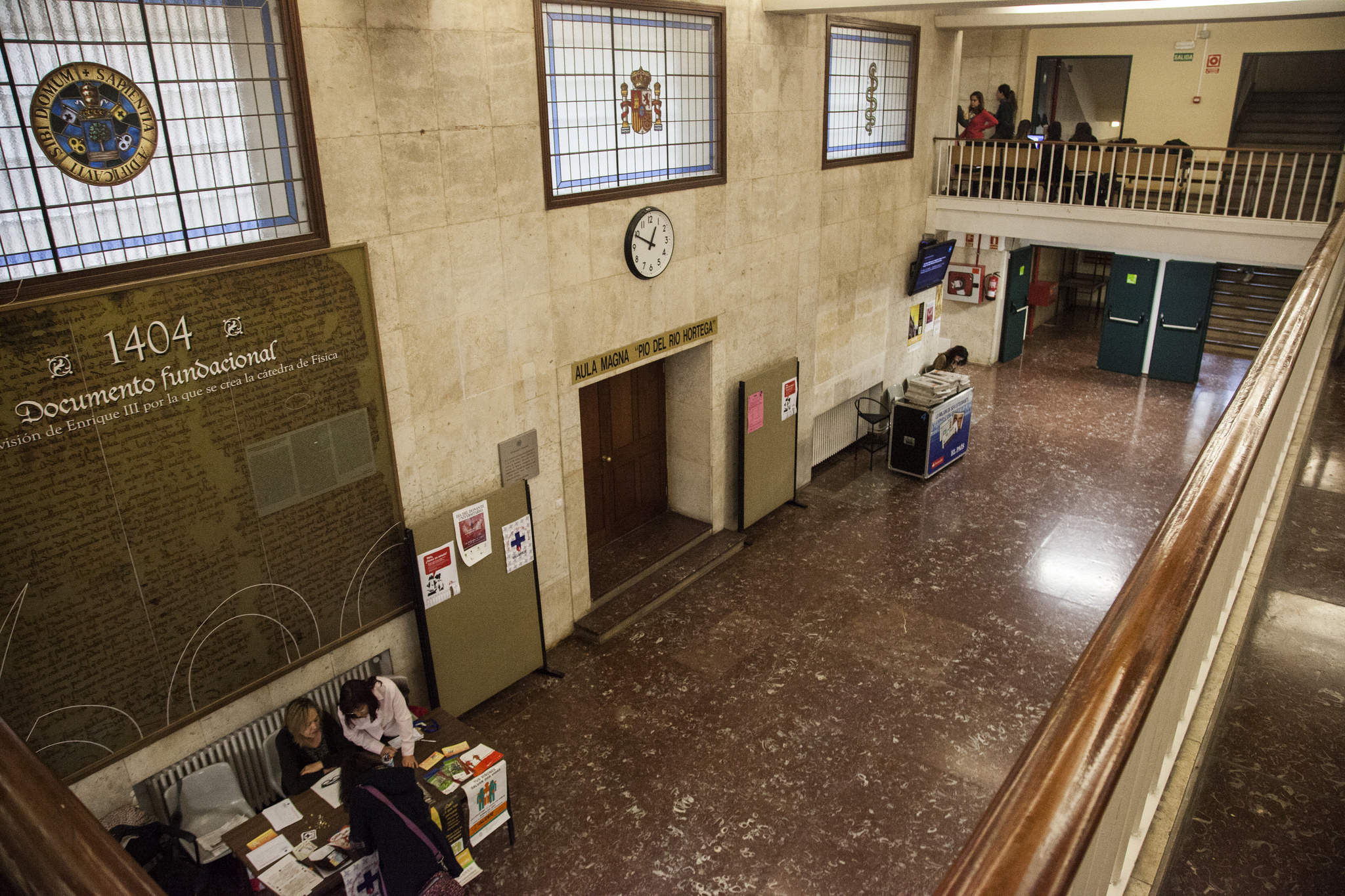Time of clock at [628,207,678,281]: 12:49
